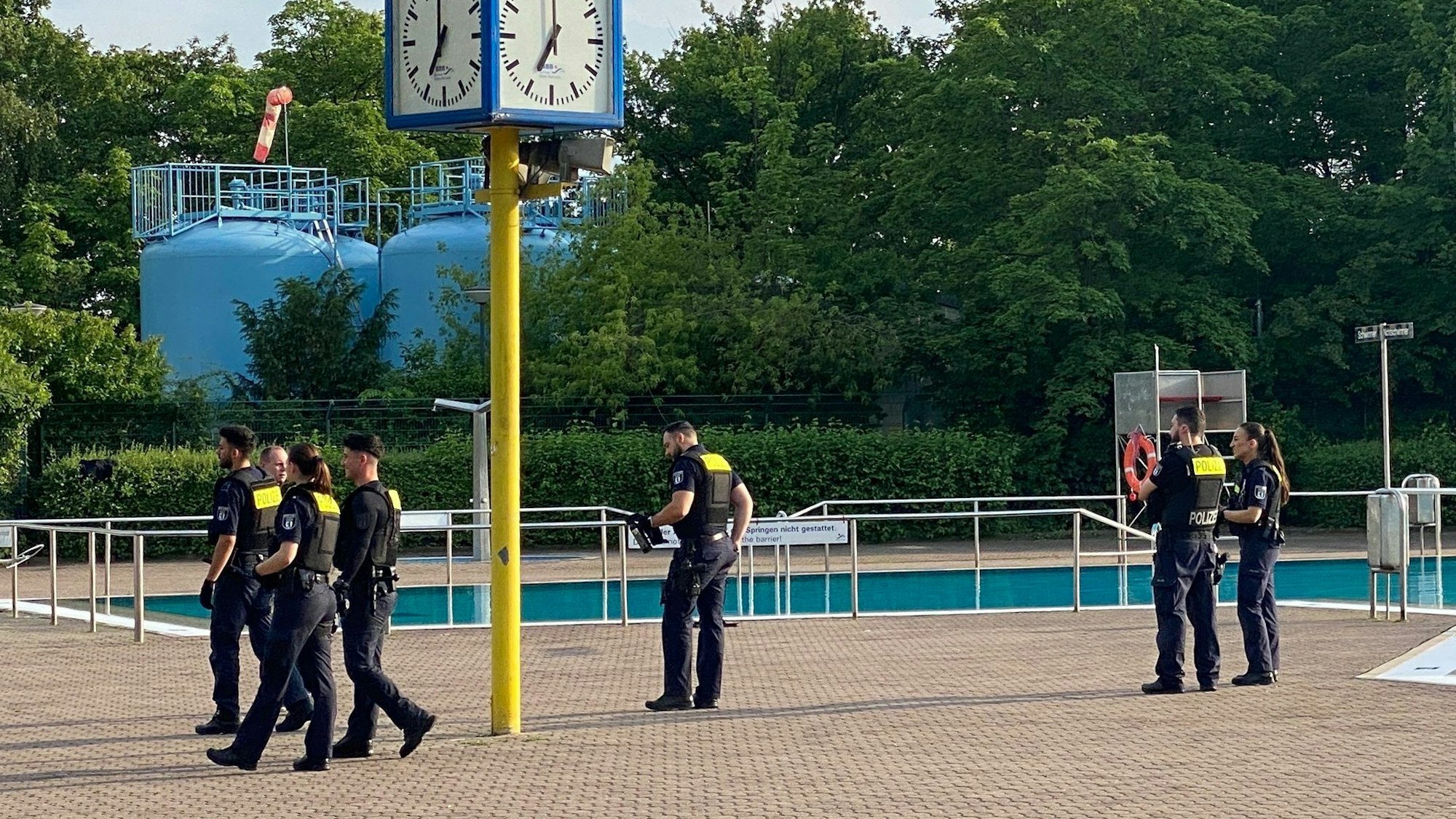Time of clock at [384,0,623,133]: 7:00
